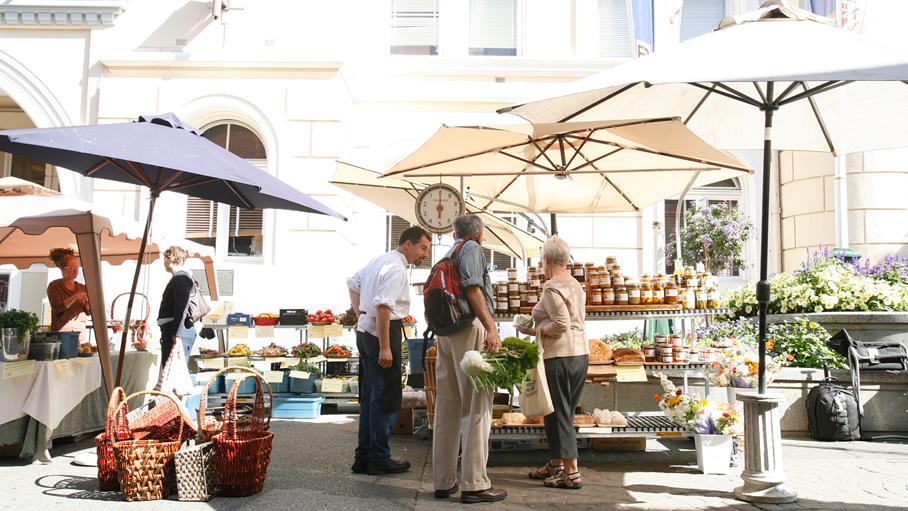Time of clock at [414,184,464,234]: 6:00
